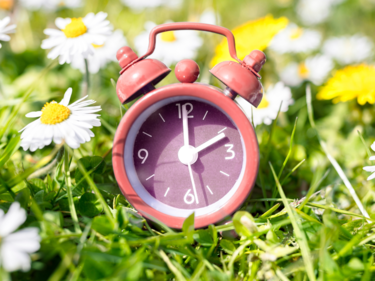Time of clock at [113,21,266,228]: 2:00
